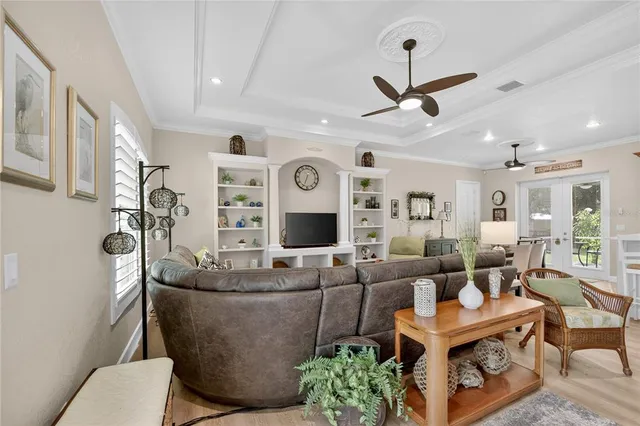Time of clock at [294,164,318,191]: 6:33
